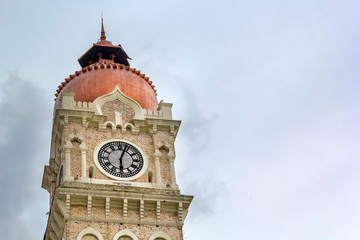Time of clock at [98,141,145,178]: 6:03
